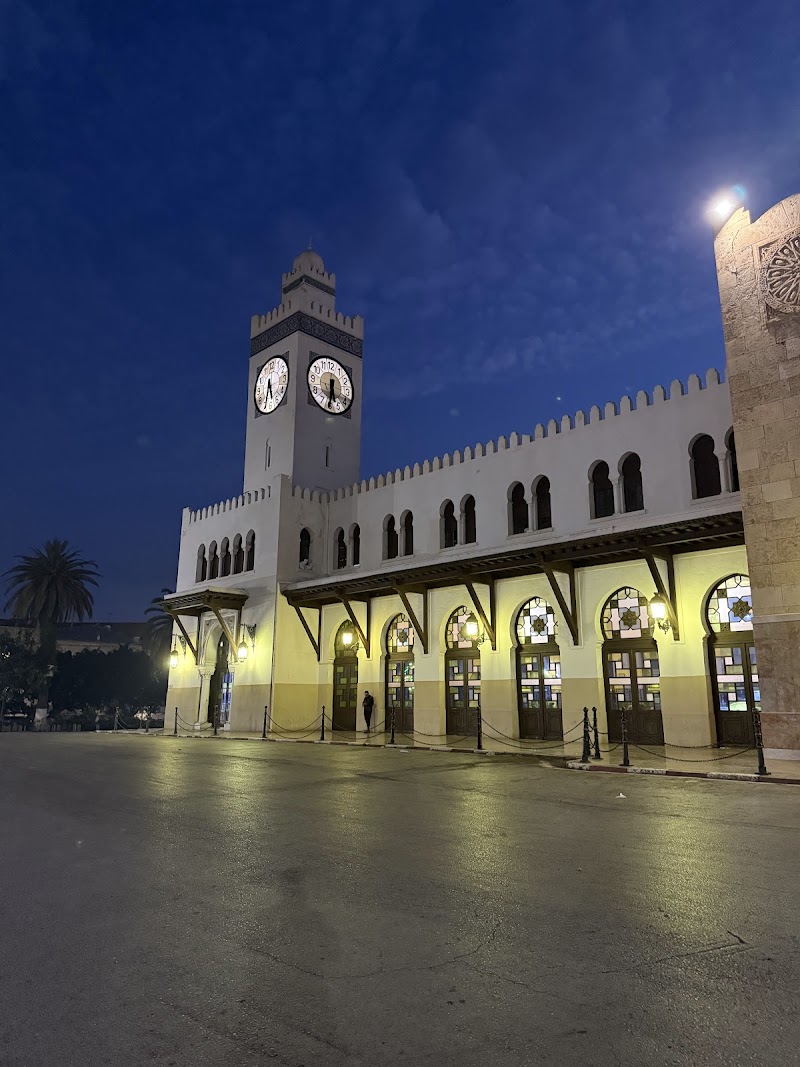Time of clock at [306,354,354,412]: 5:31
